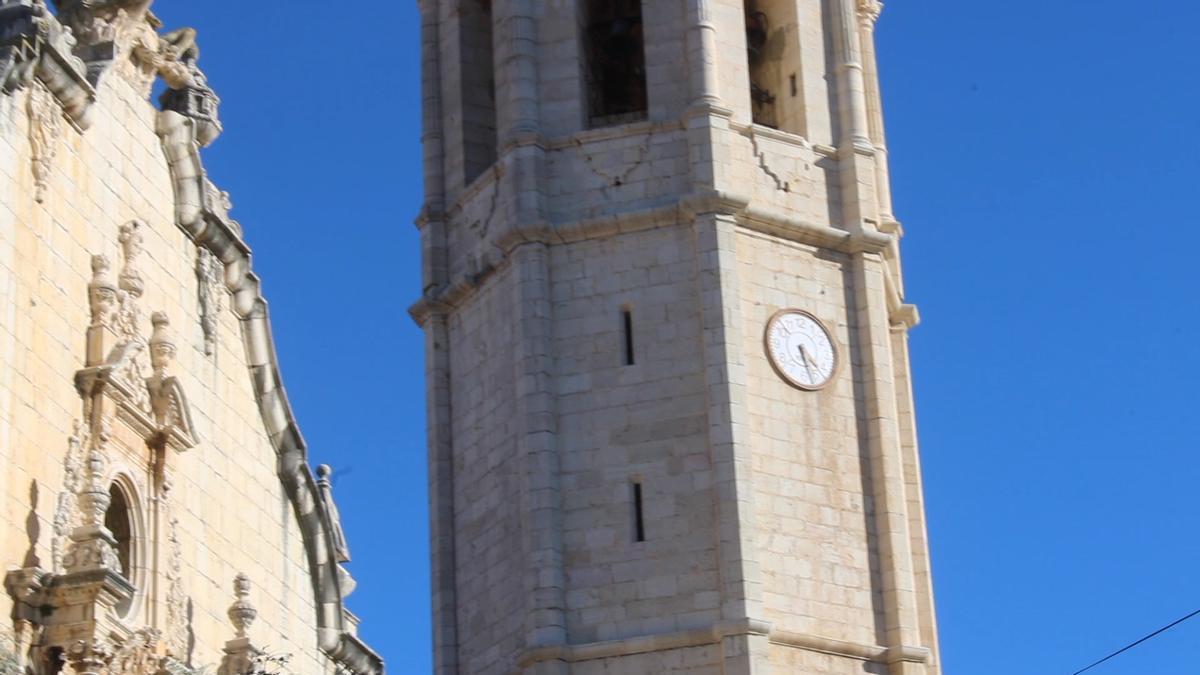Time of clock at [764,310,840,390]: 4:27
